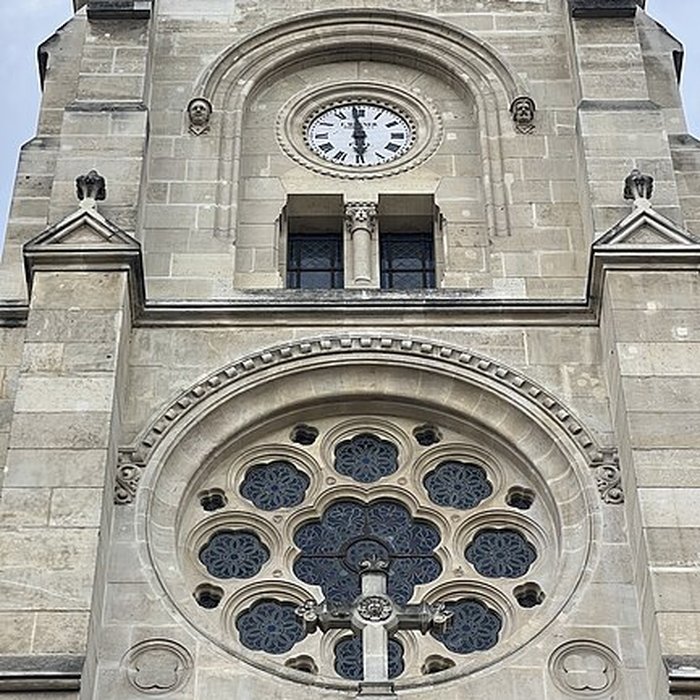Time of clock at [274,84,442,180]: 5:58
